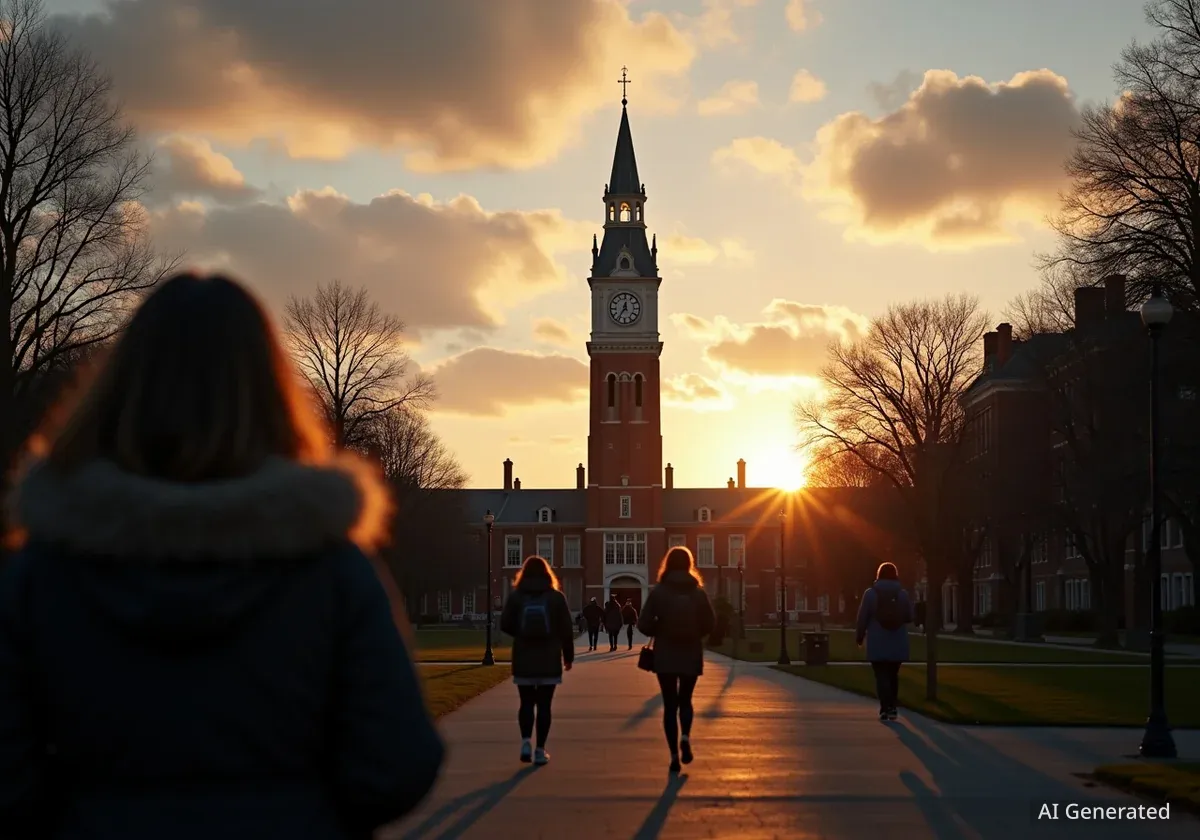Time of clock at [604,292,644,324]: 12:35
